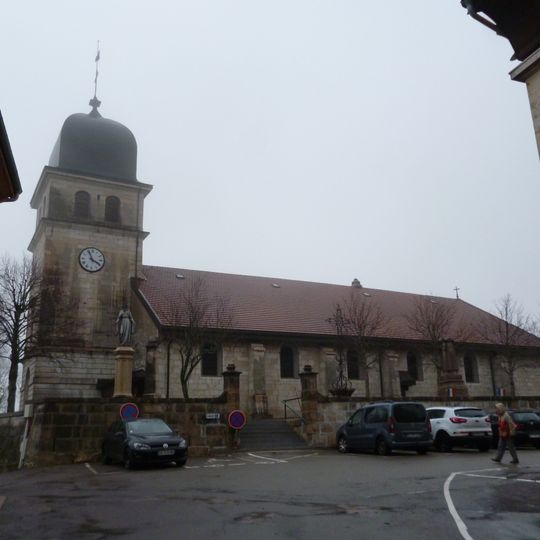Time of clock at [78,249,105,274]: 3:56
